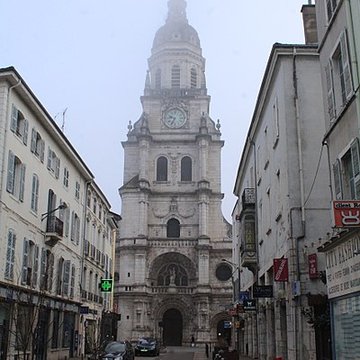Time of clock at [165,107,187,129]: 9:34
